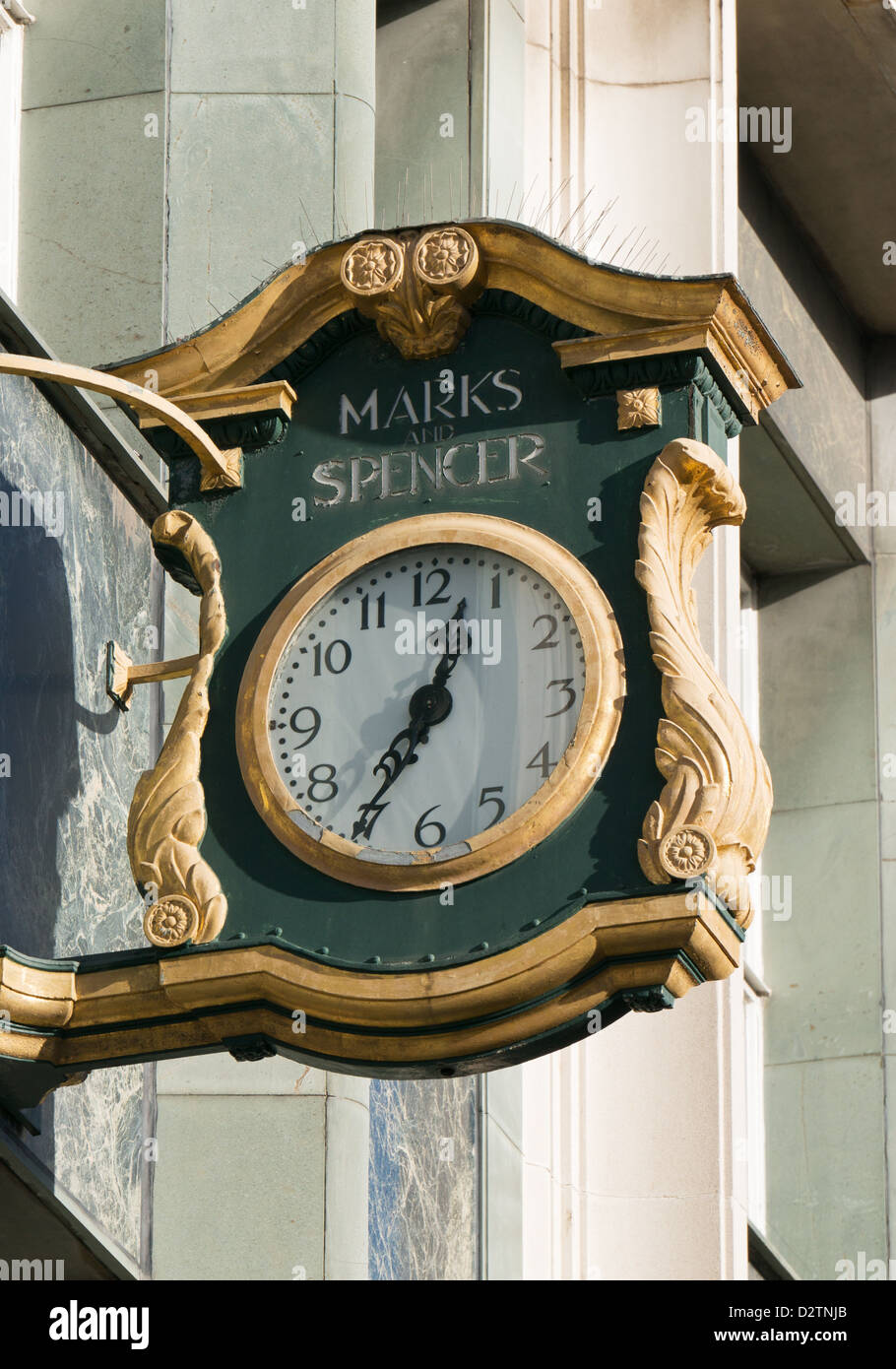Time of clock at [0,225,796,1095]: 12:34
